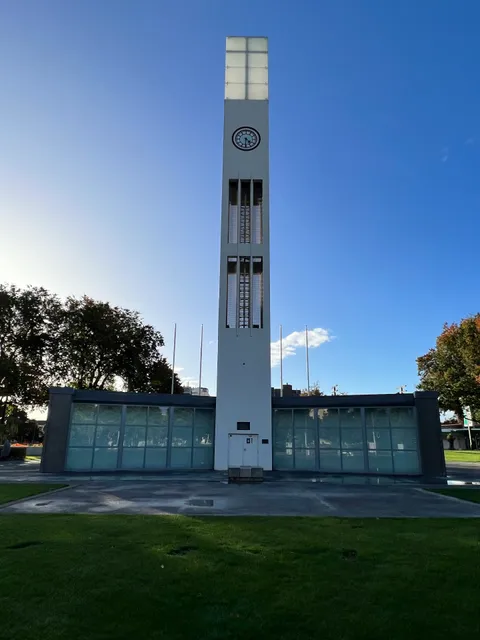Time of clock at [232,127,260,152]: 4:30
